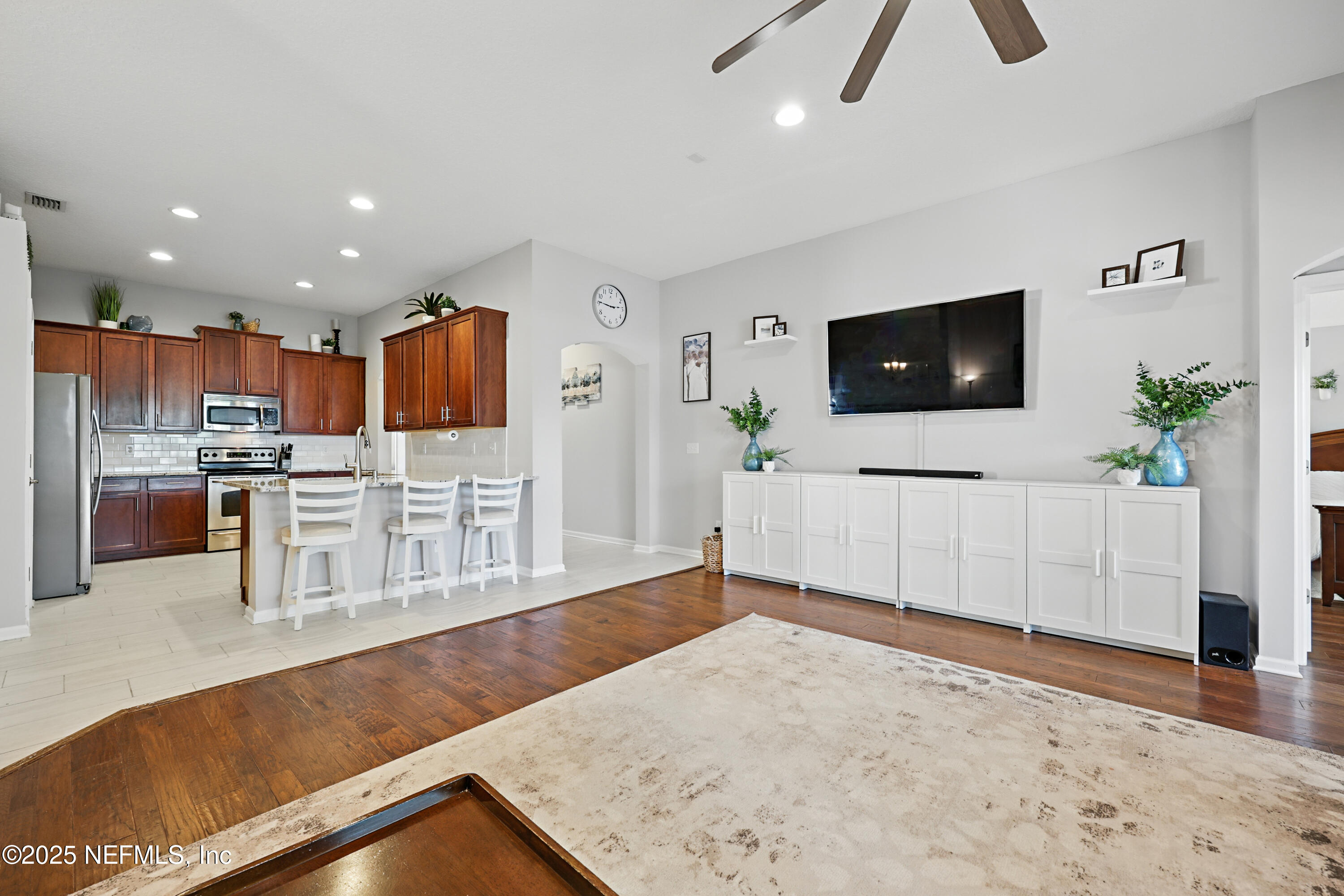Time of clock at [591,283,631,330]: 2:46
